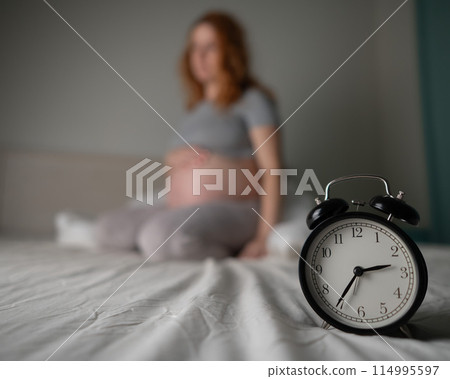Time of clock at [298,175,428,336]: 2:35
